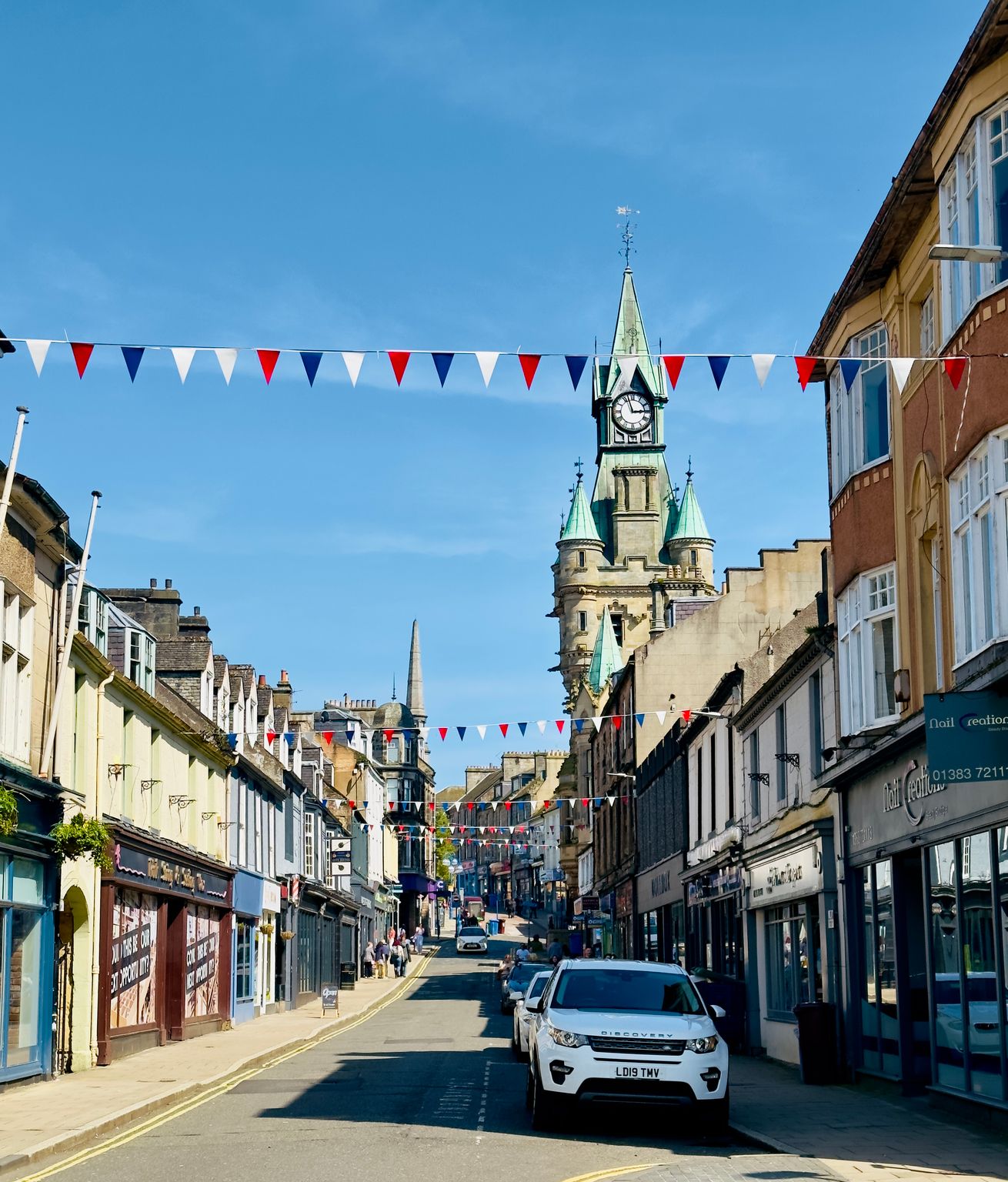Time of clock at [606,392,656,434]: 2:57
